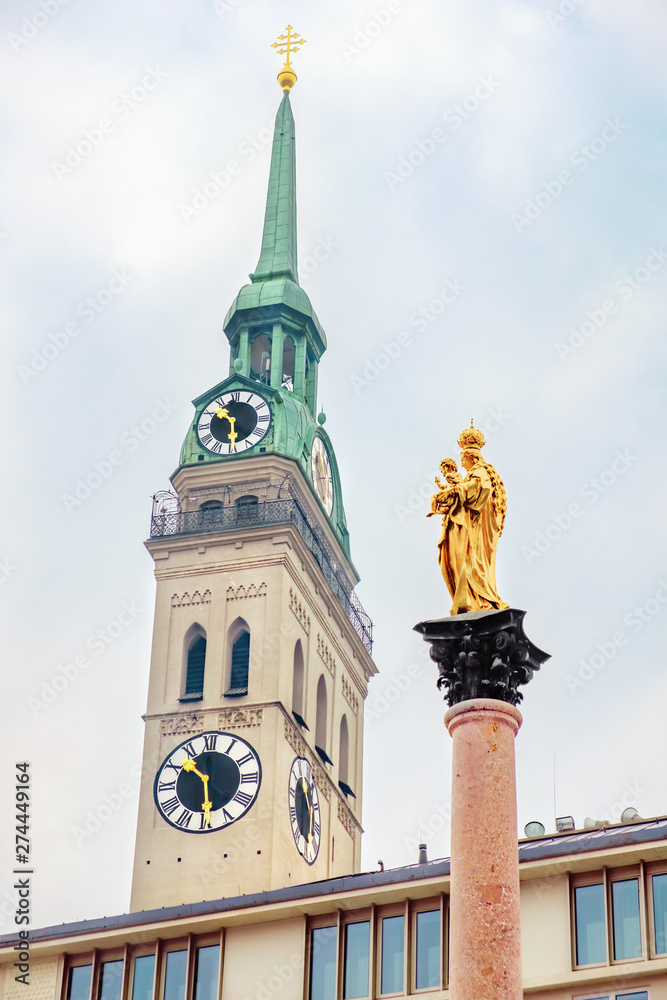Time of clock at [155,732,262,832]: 10:29
